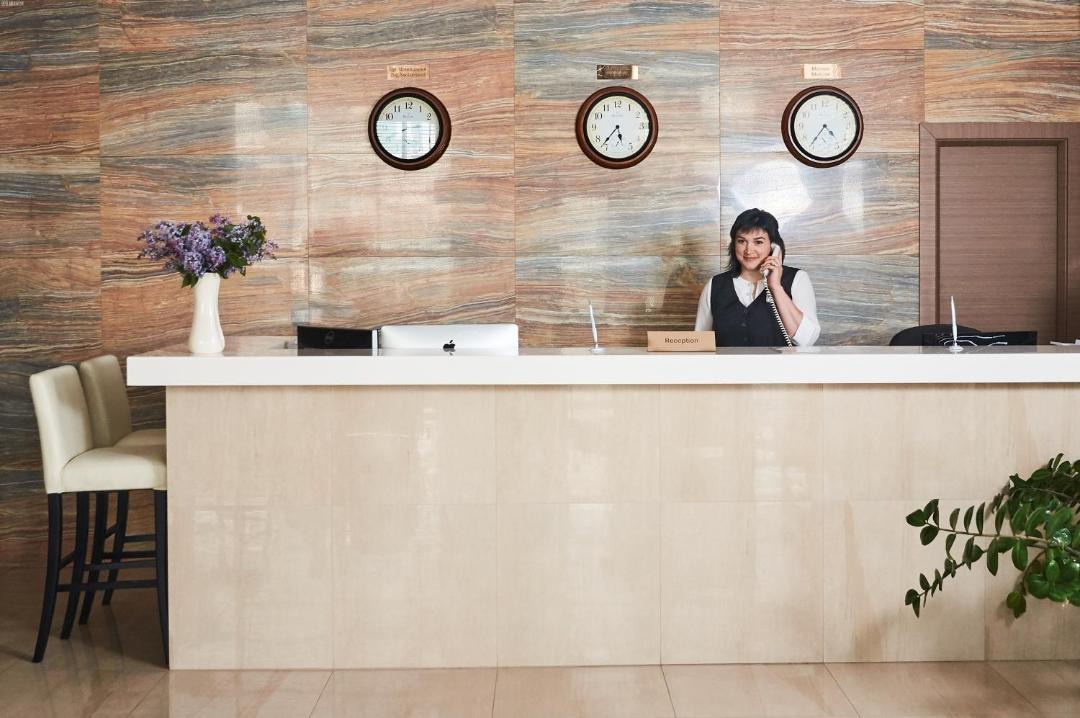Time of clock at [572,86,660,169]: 5:36
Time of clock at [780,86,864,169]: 4:36
